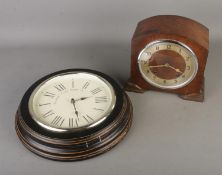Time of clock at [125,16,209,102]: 3:42
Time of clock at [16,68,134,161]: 2:27
